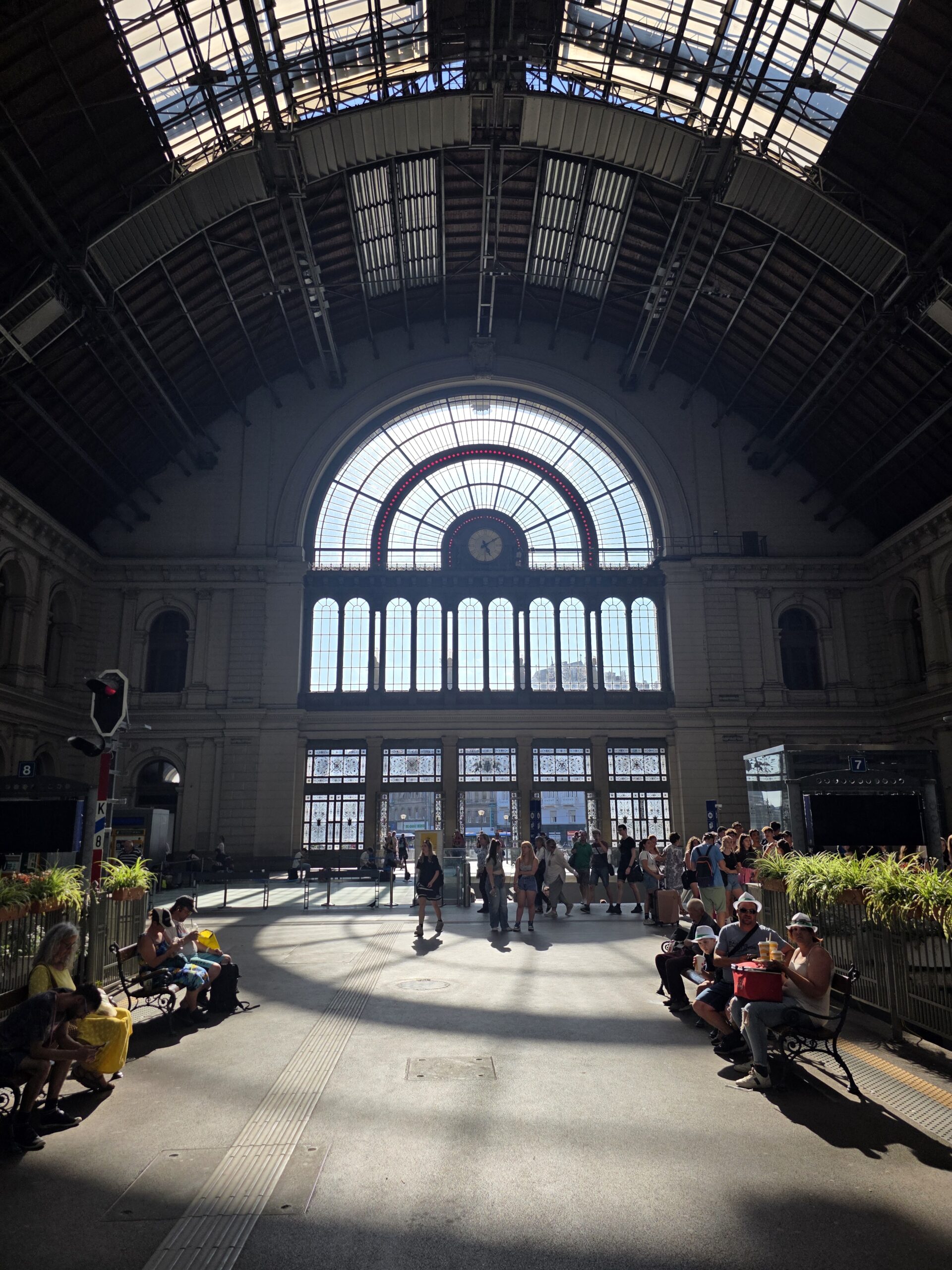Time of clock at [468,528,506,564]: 5:09
